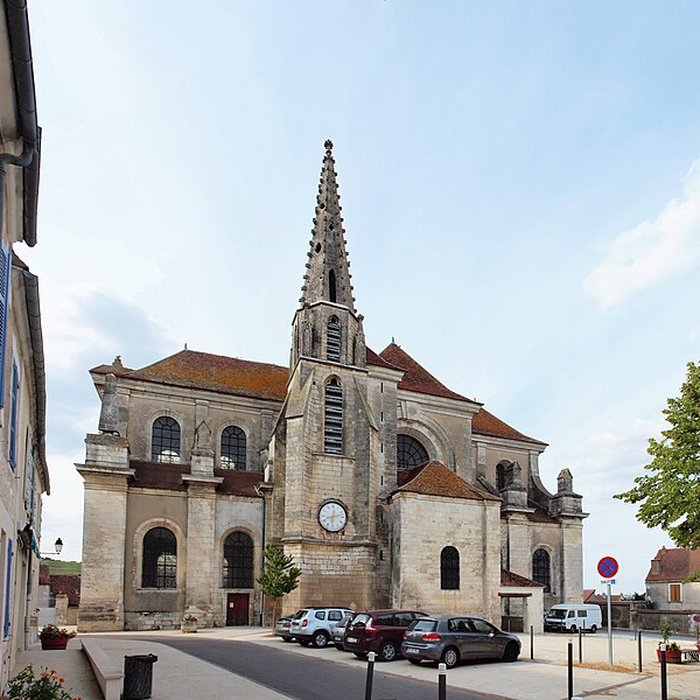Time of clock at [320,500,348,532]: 6:12
